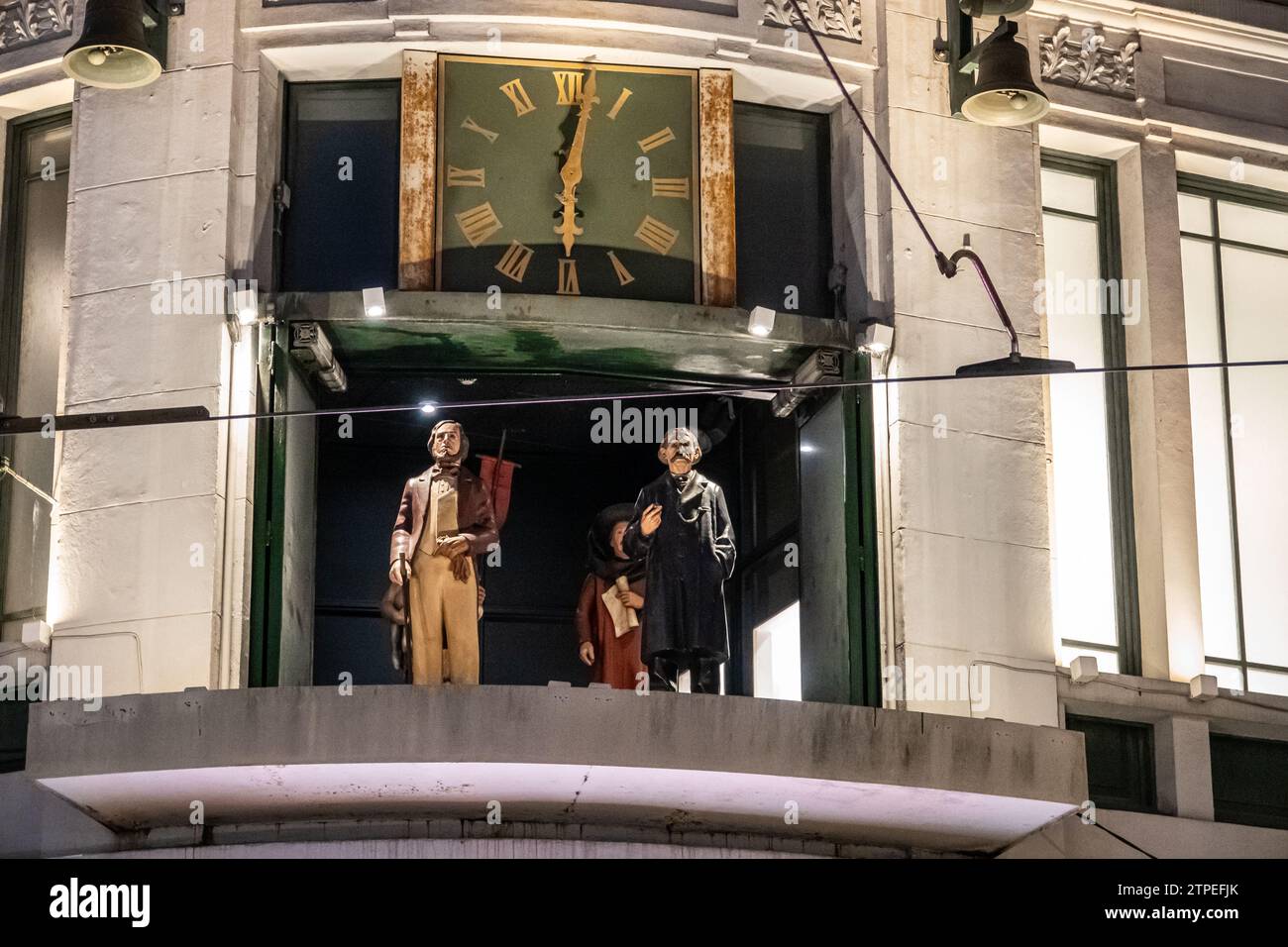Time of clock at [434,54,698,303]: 6:01
